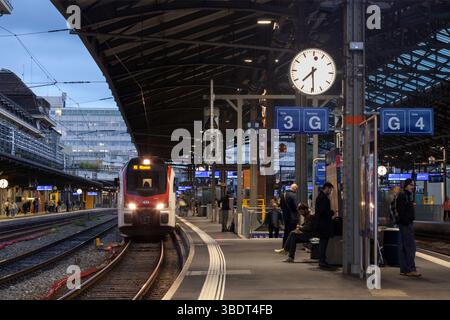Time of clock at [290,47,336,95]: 7:29
